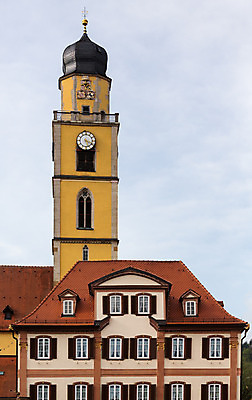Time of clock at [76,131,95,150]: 5:18
